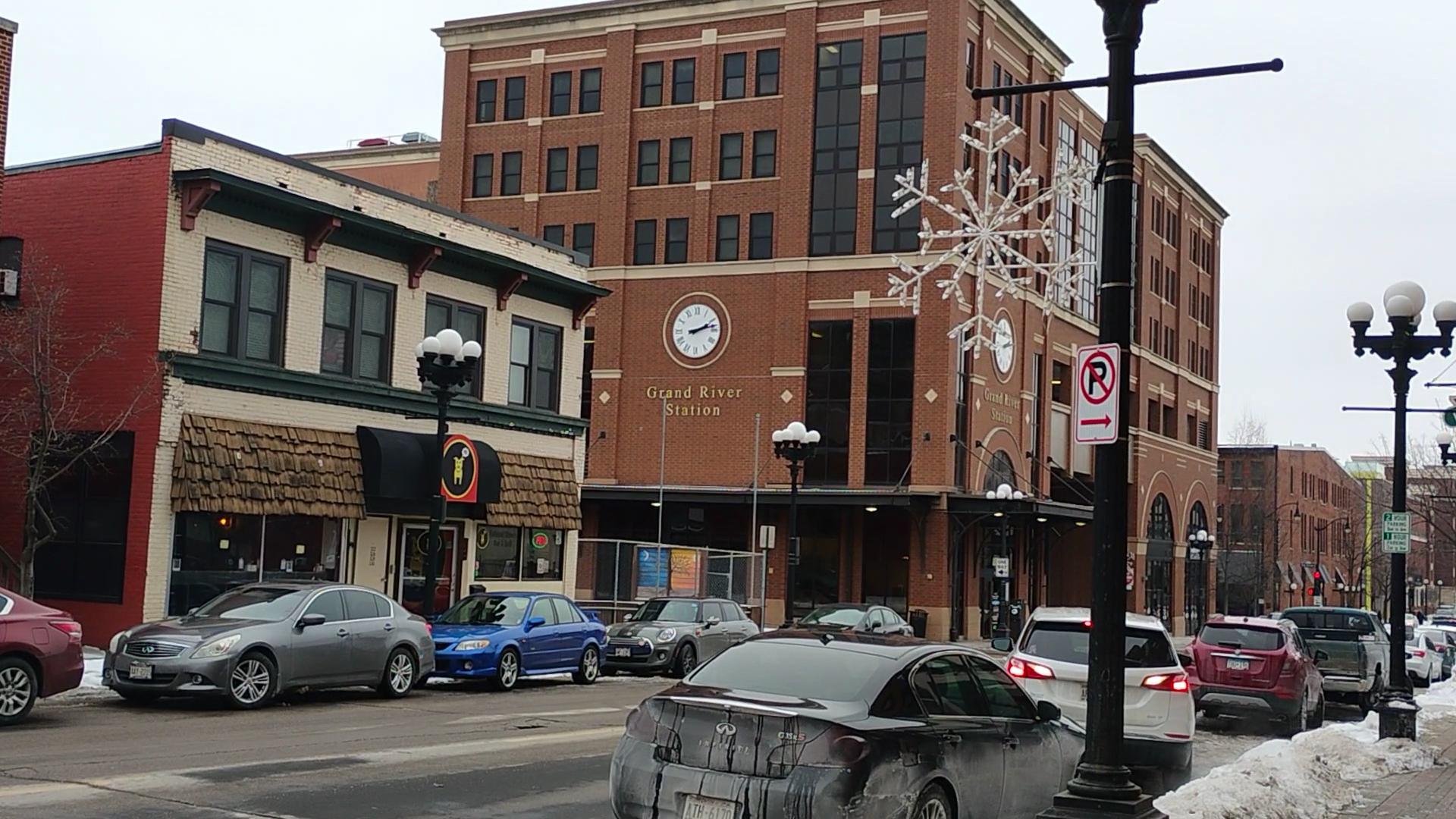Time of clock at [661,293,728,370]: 2:12
